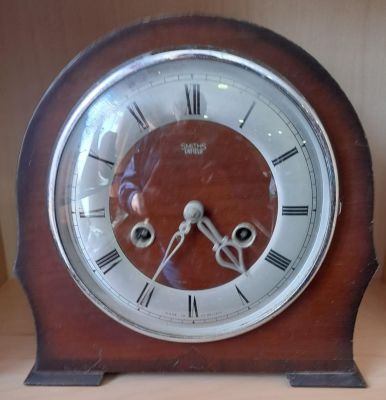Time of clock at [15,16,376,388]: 4:35
